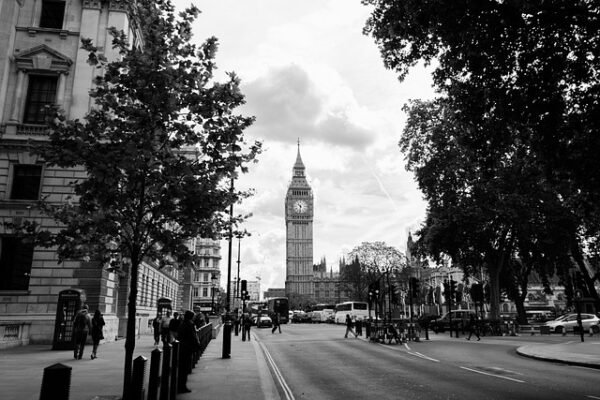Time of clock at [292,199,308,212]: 10:32
